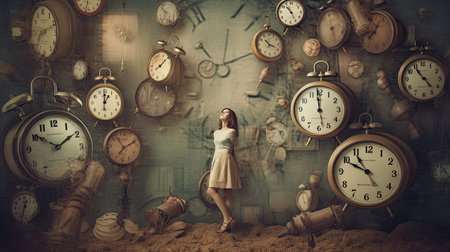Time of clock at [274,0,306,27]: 10:24
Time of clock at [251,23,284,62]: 3:52
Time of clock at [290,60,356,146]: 11:59
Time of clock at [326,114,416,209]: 9:54
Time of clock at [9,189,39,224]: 12:32
